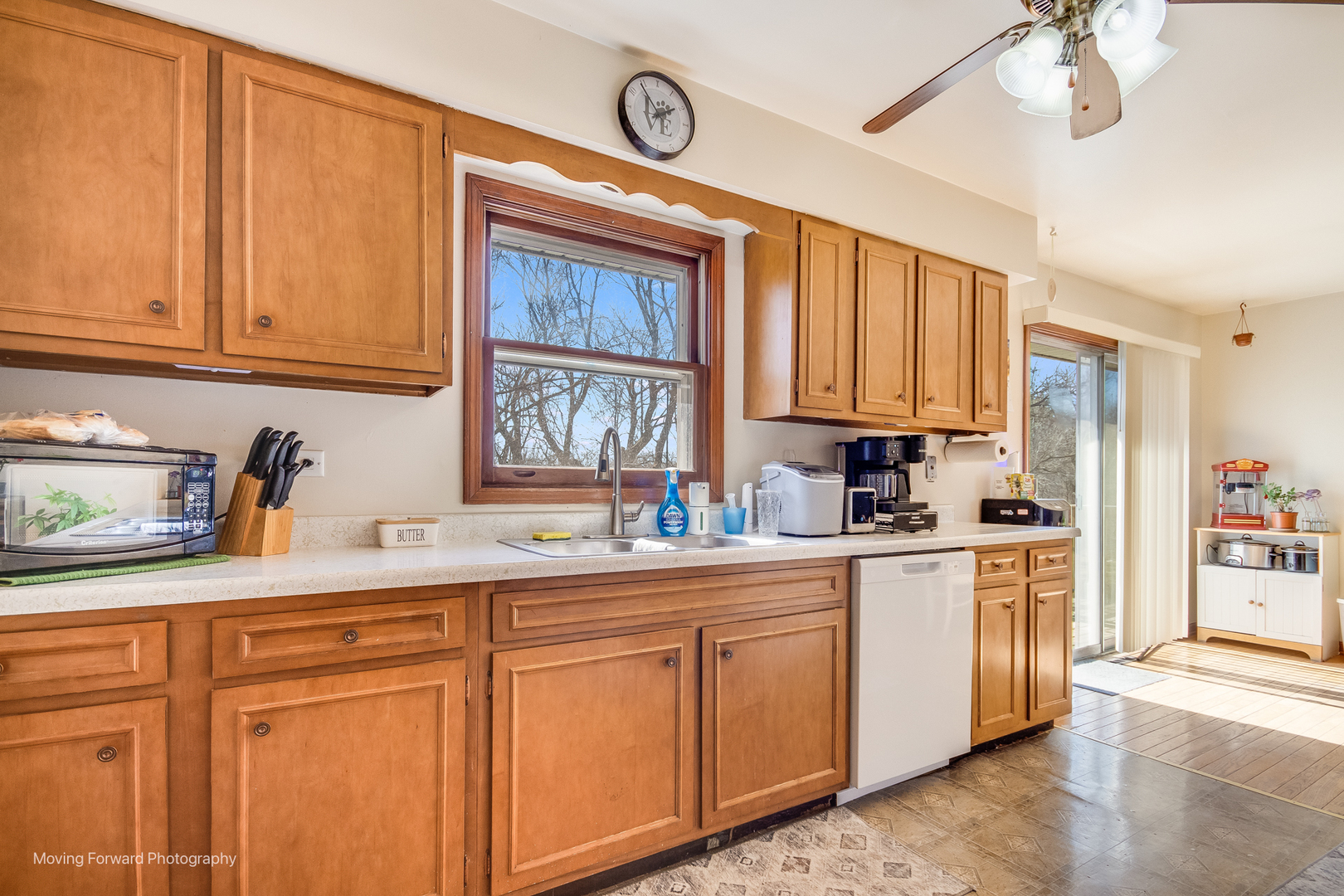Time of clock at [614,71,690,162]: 1:54
